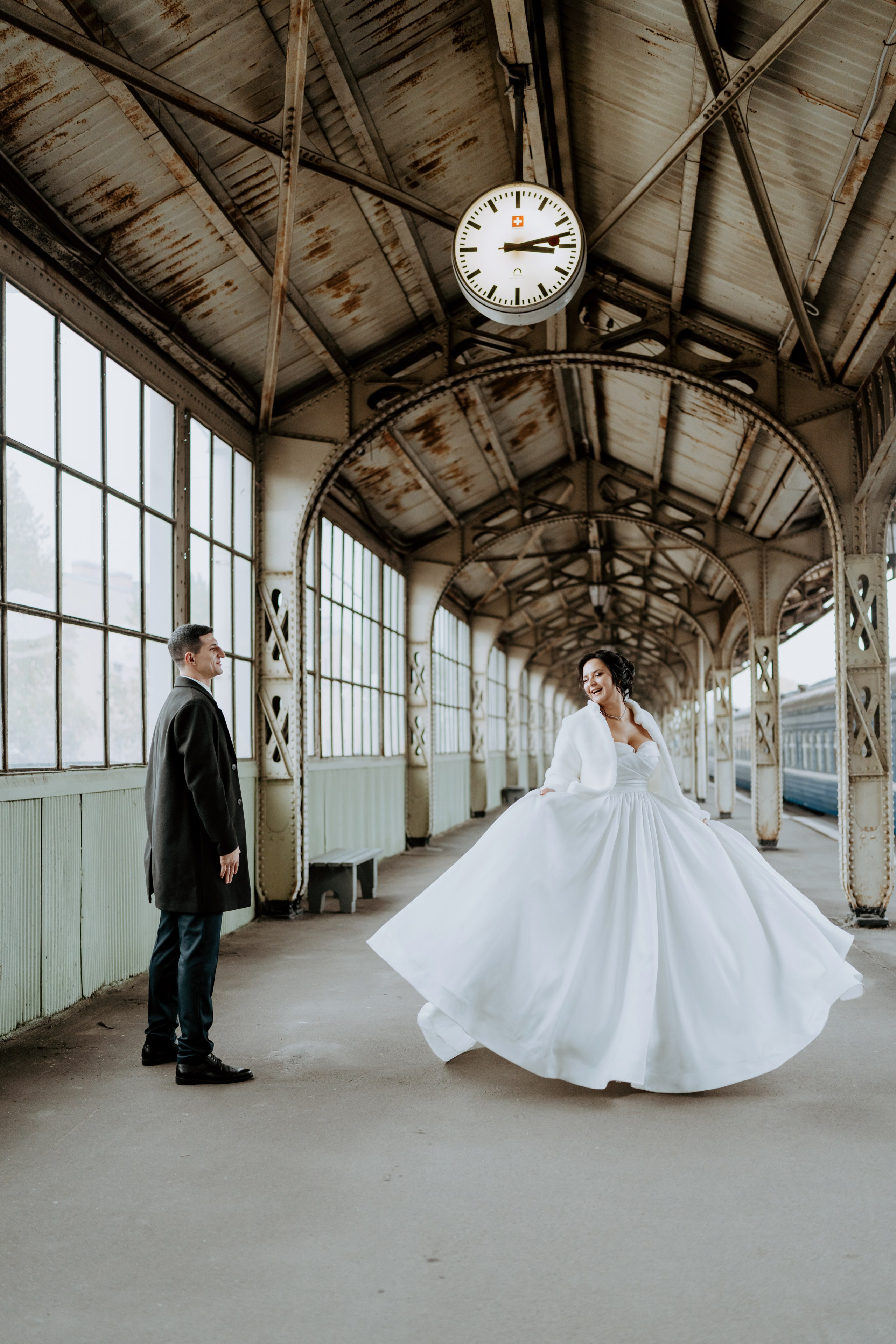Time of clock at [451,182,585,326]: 3:12
